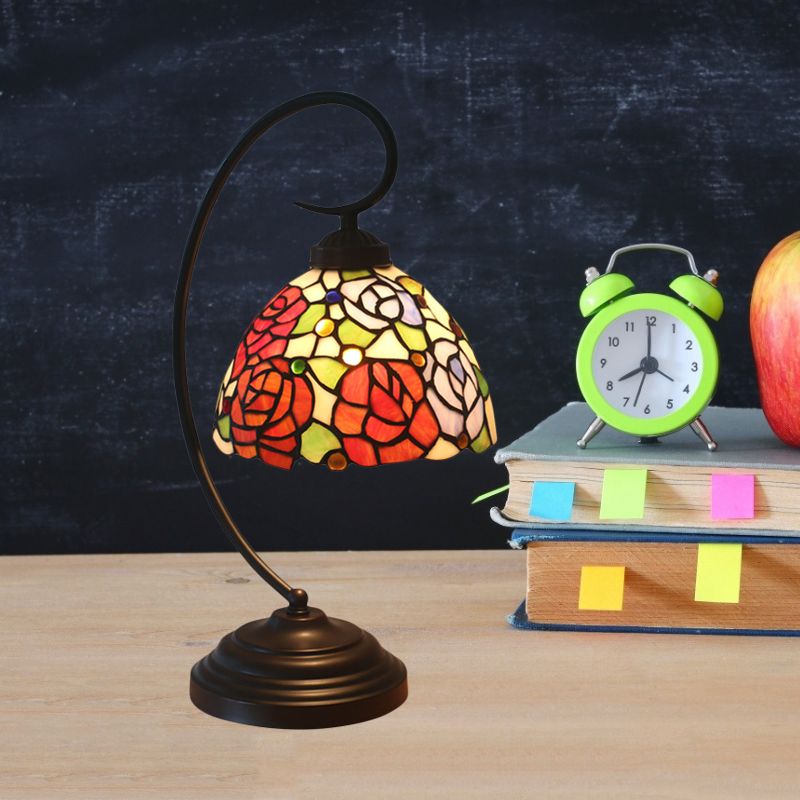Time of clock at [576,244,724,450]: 8:00
